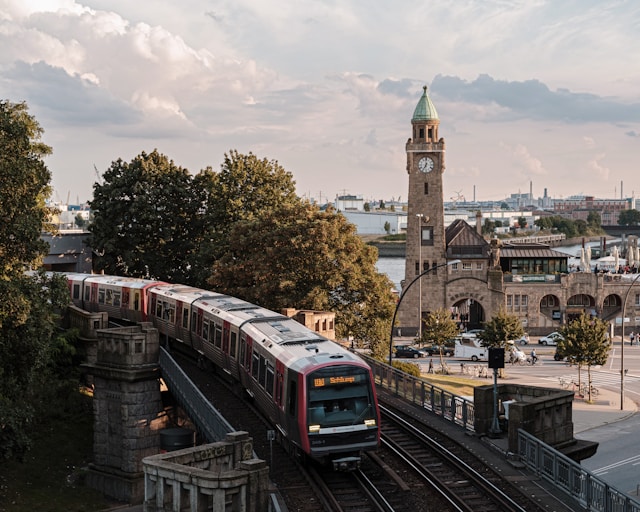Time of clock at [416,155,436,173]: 7:00
